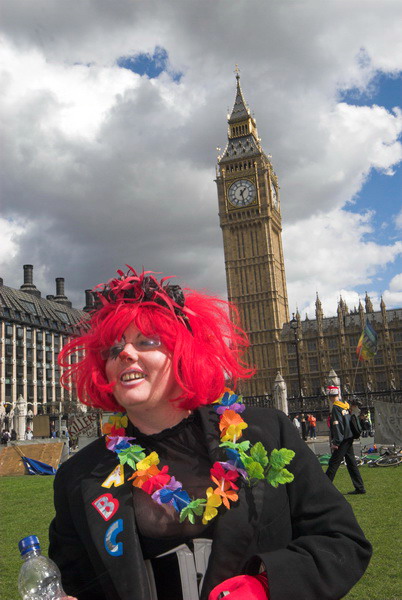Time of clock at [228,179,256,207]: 1:28
